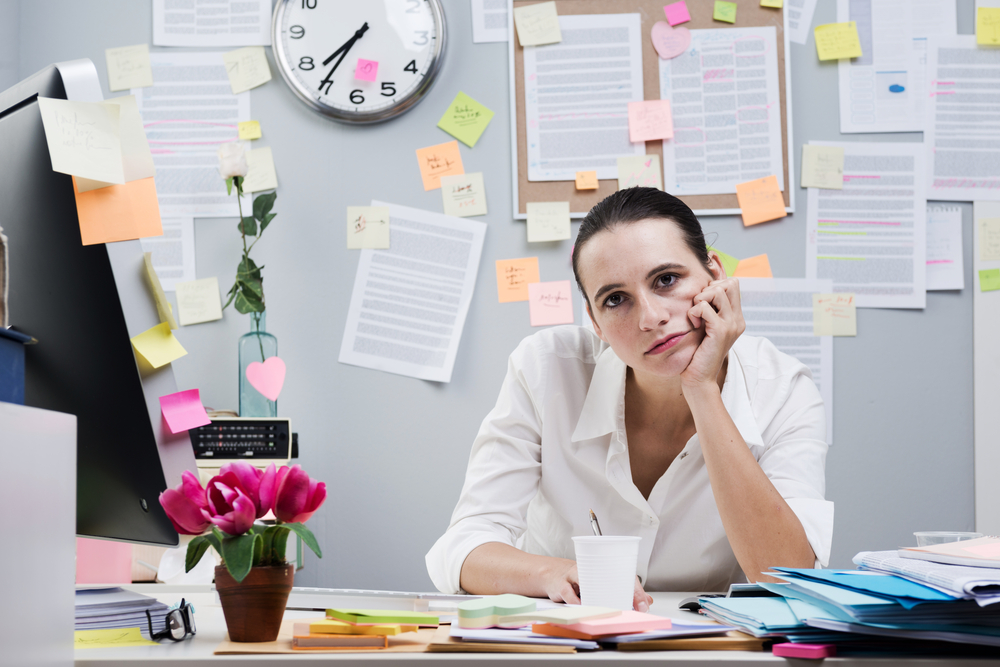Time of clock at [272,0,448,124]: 7:35
